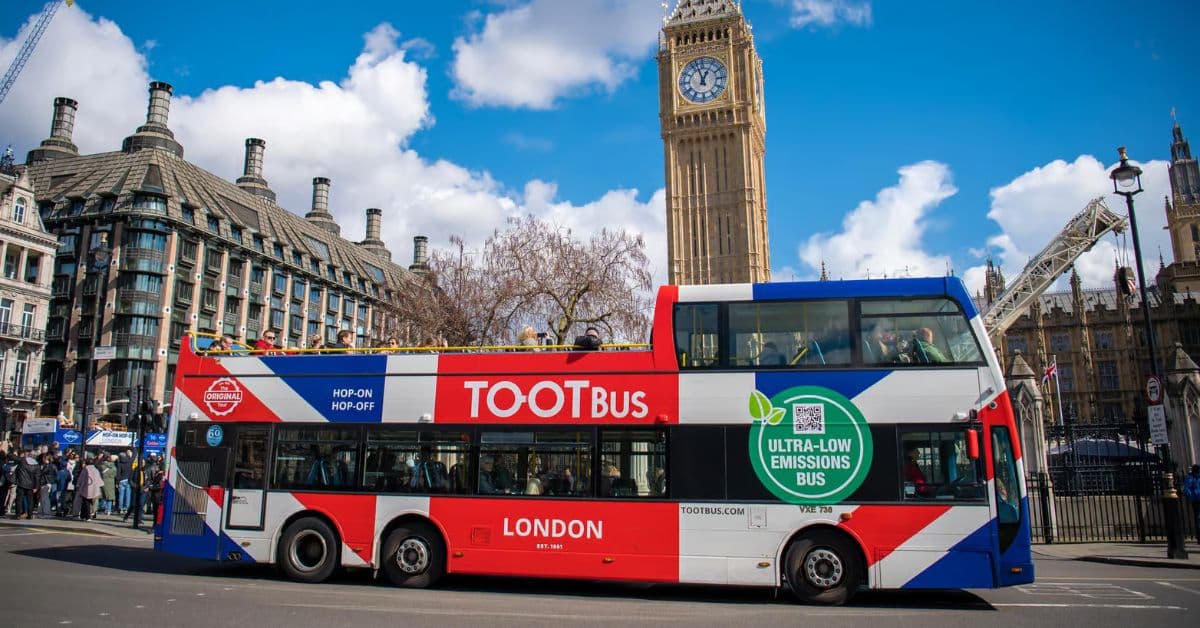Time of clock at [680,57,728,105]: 12:57
